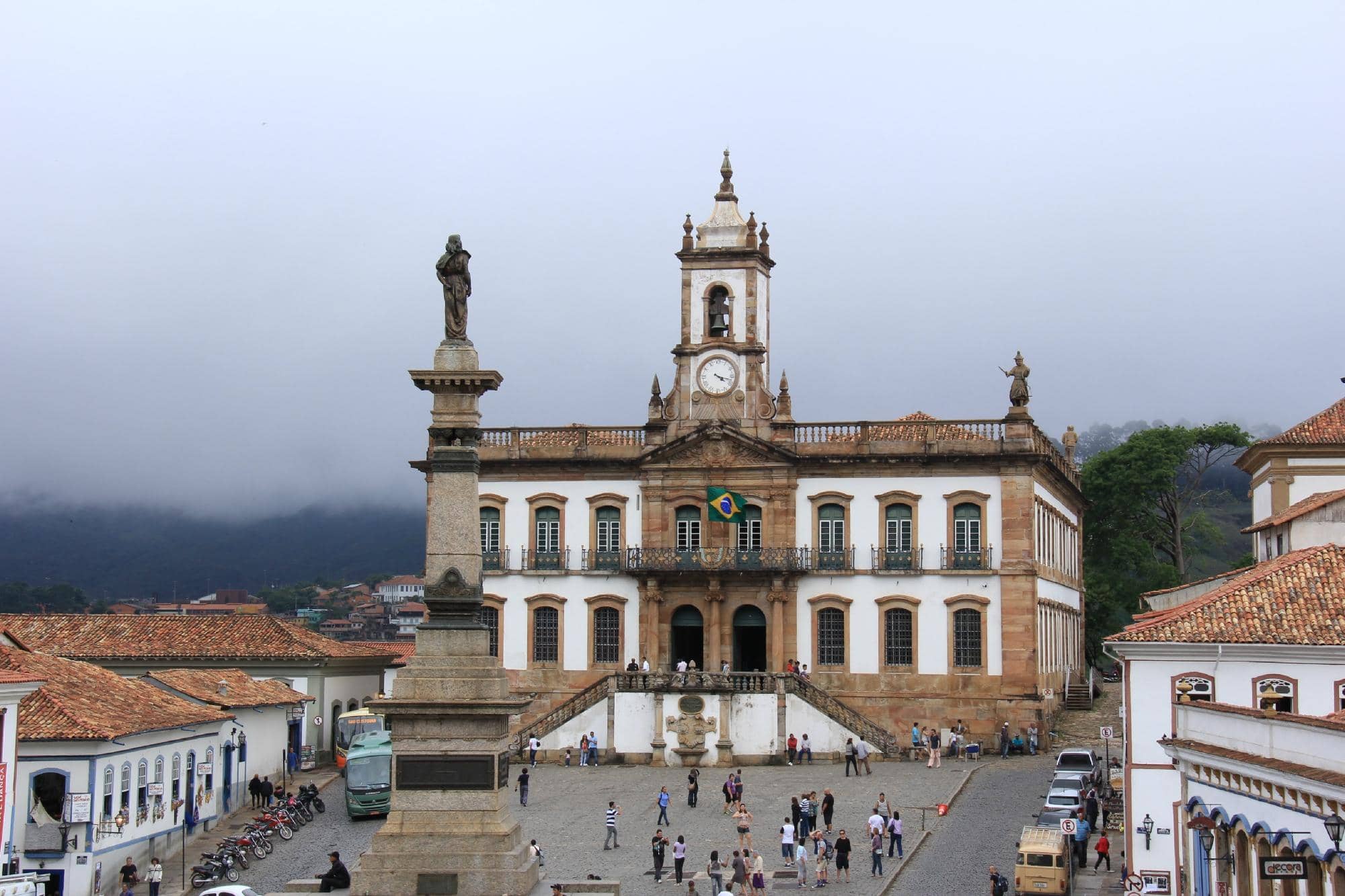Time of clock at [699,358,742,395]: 4:17
